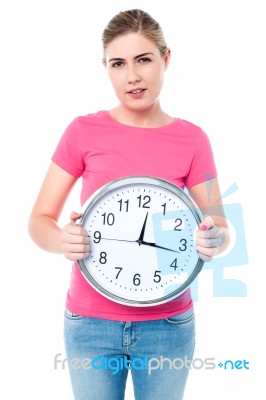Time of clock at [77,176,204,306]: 12:16
